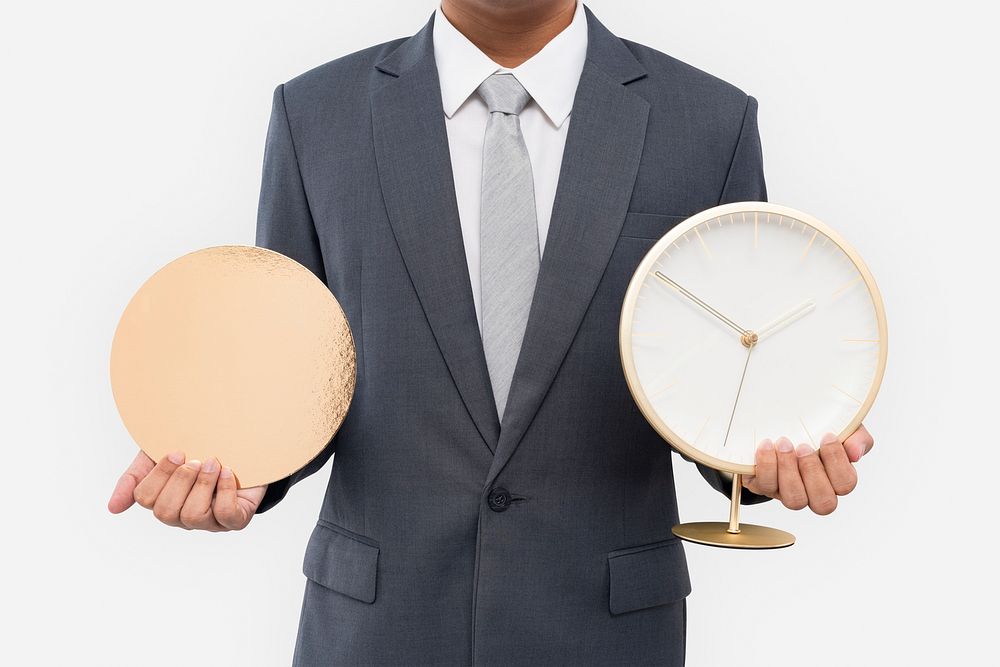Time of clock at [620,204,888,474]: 1:50
